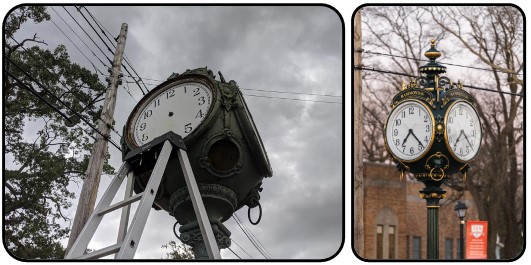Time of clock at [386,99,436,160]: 7:23
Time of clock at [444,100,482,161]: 7:22
